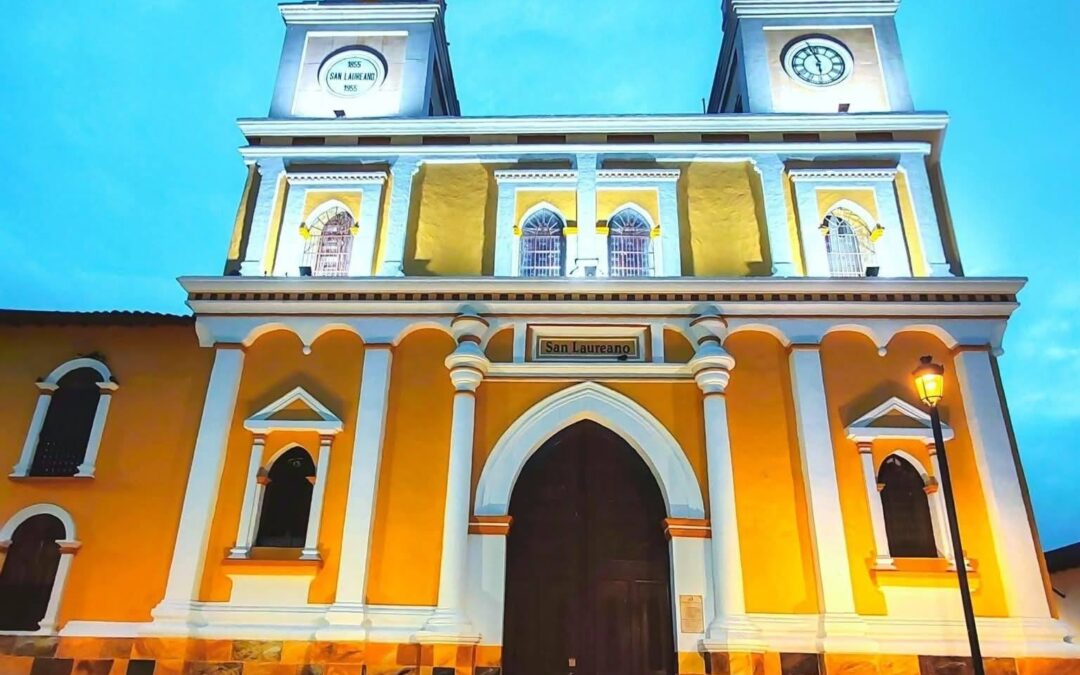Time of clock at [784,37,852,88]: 5:57
